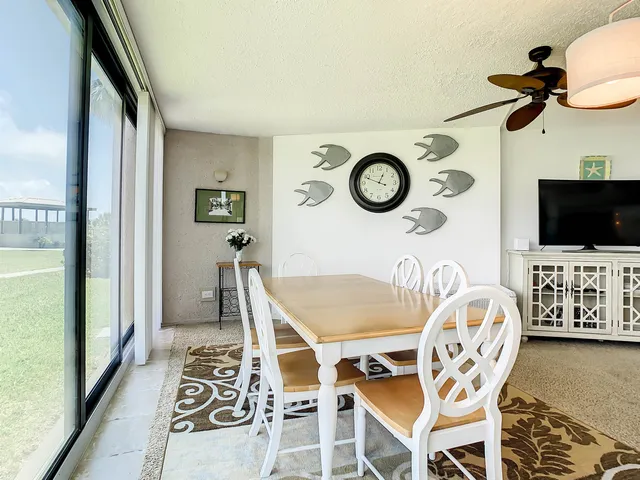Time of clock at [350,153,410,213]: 12:48
